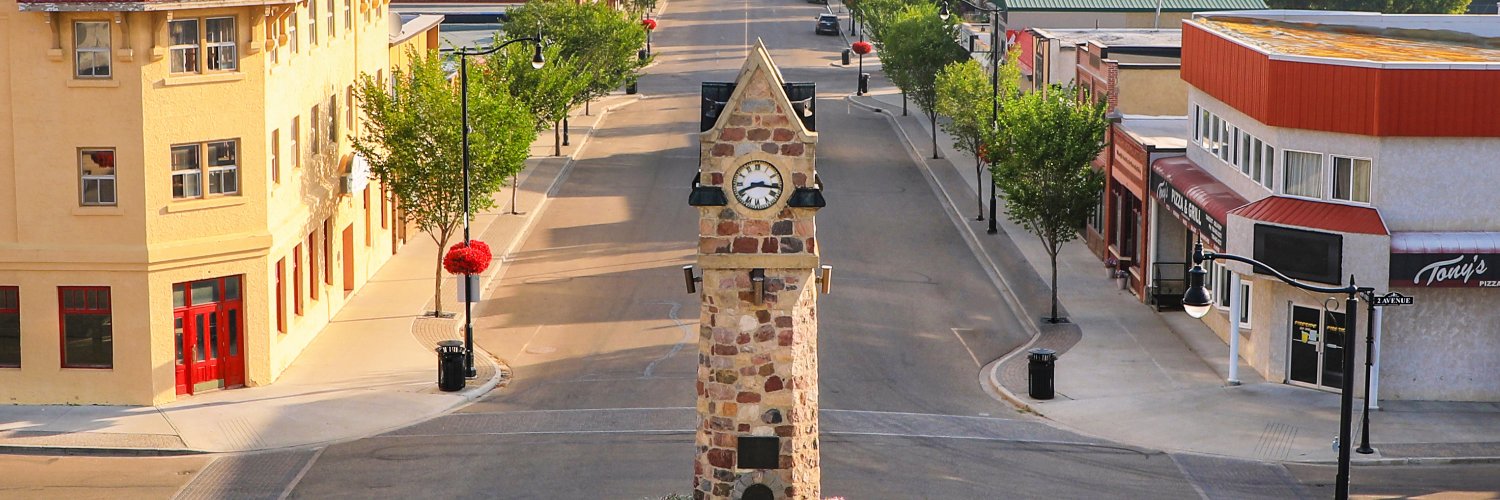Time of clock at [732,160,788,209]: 8:16
